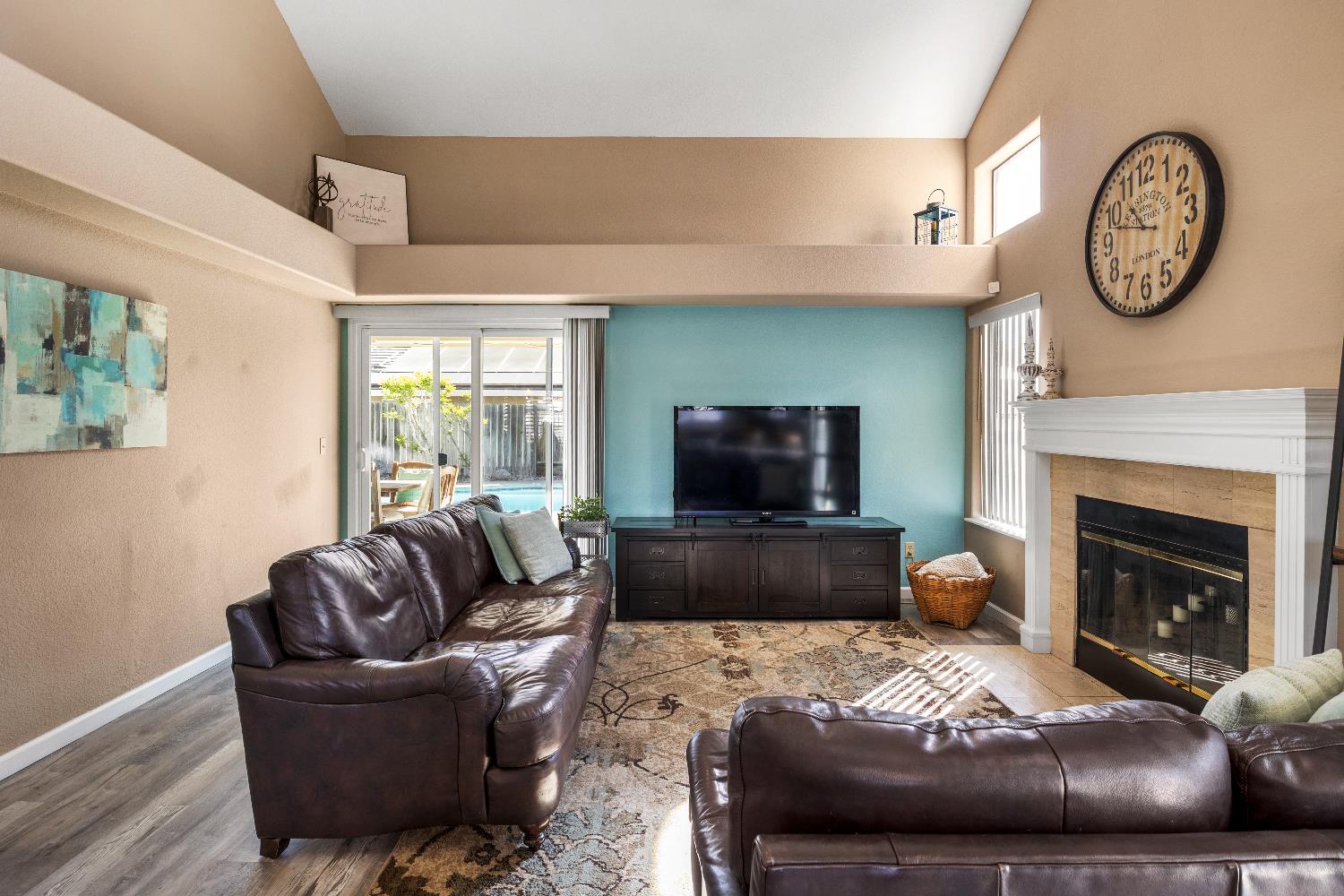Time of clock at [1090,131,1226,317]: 10:47
